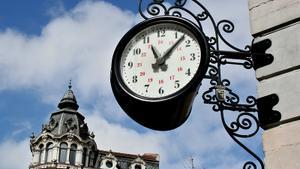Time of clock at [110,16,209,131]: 11:07
